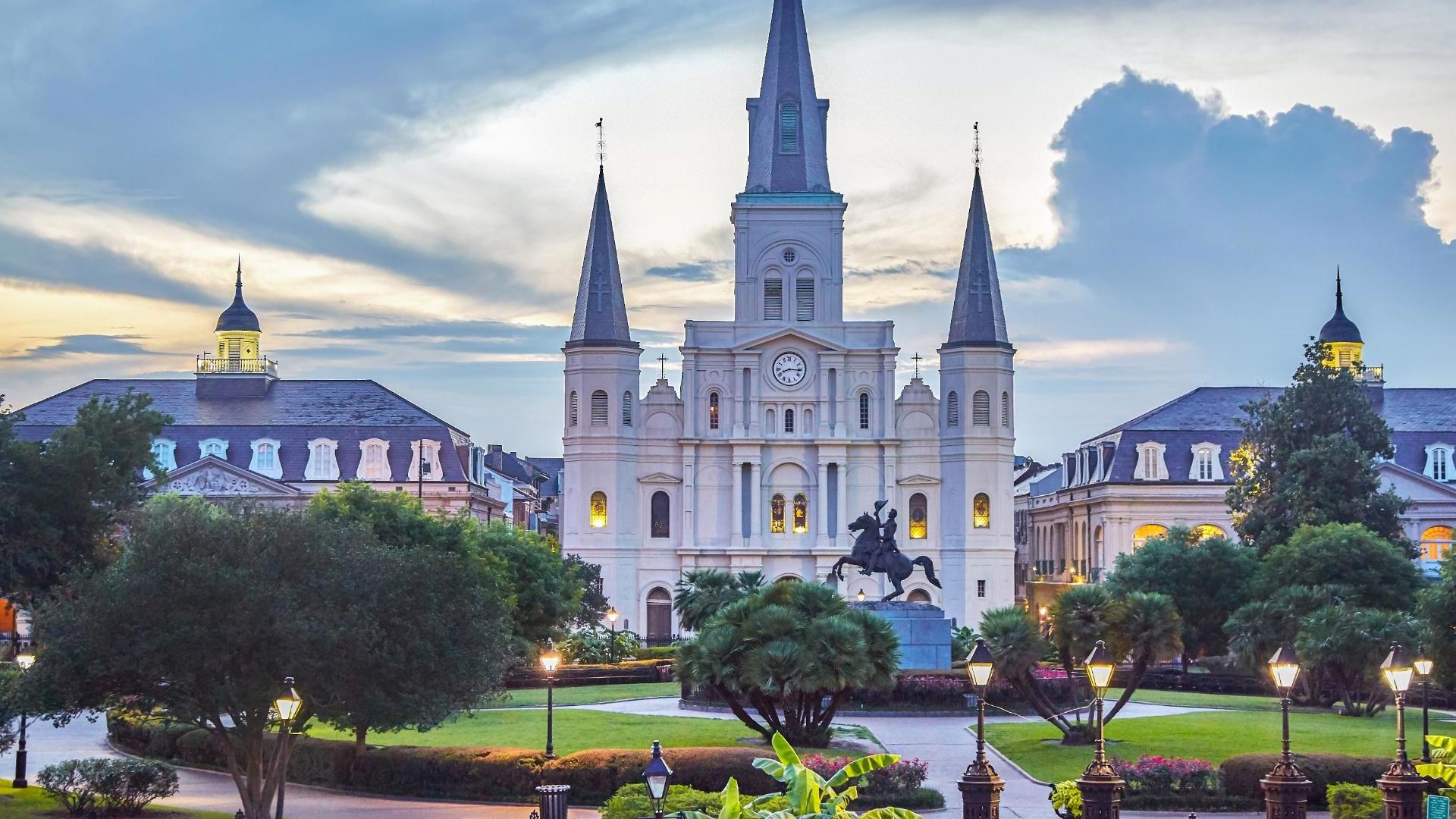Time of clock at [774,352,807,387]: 8:15
